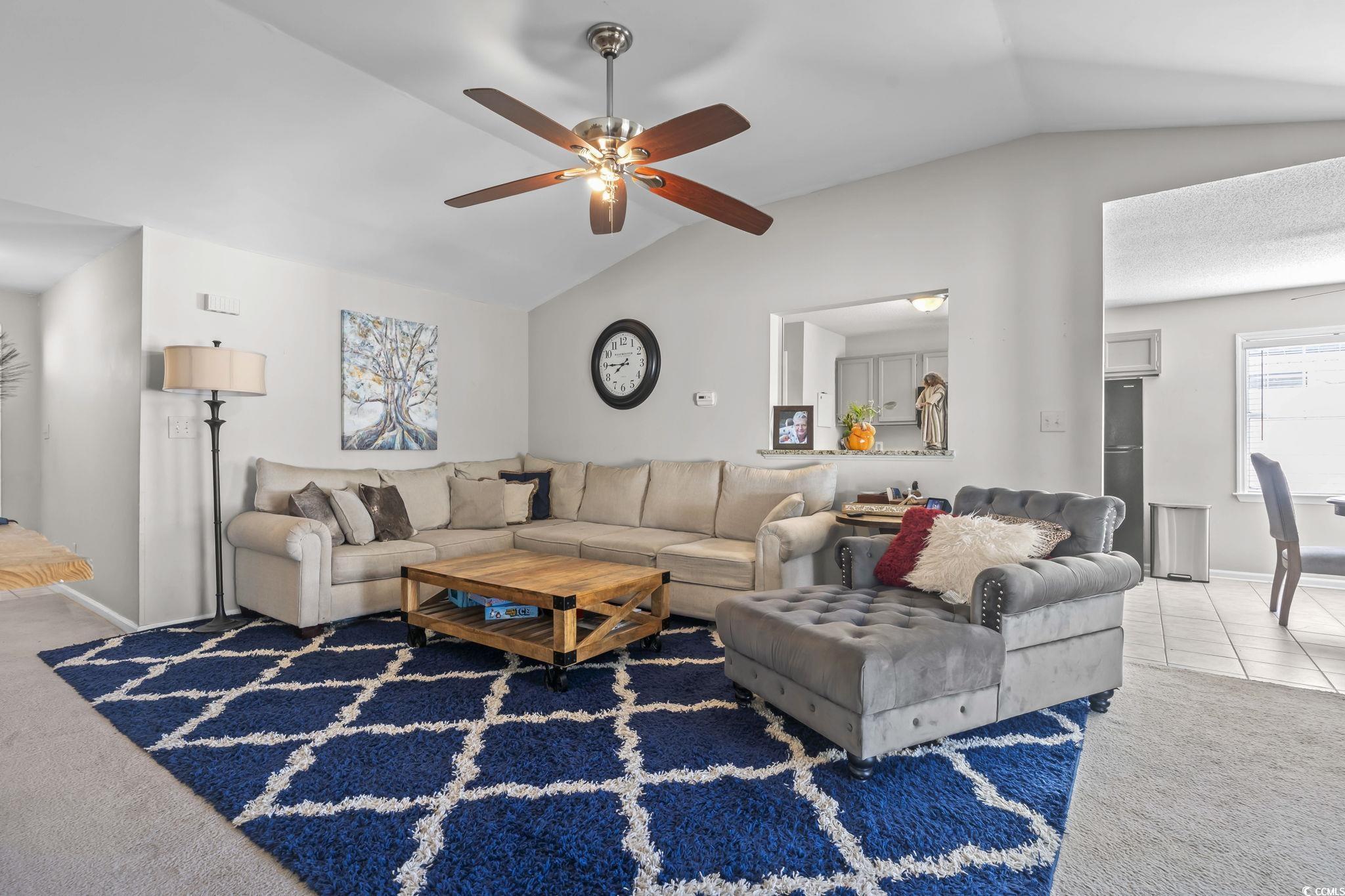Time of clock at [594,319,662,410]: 7:44
